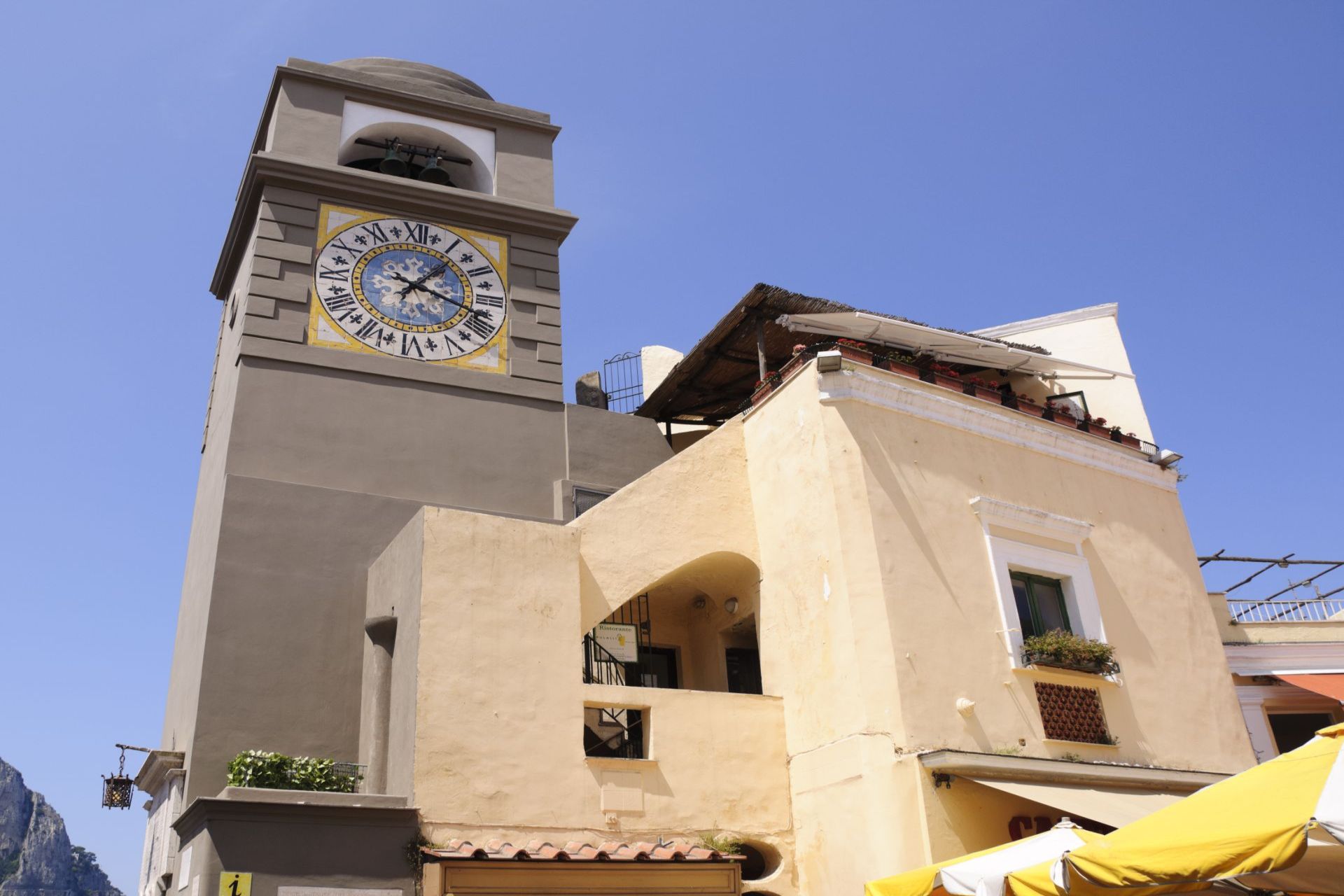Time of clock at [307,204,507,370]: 1:18
